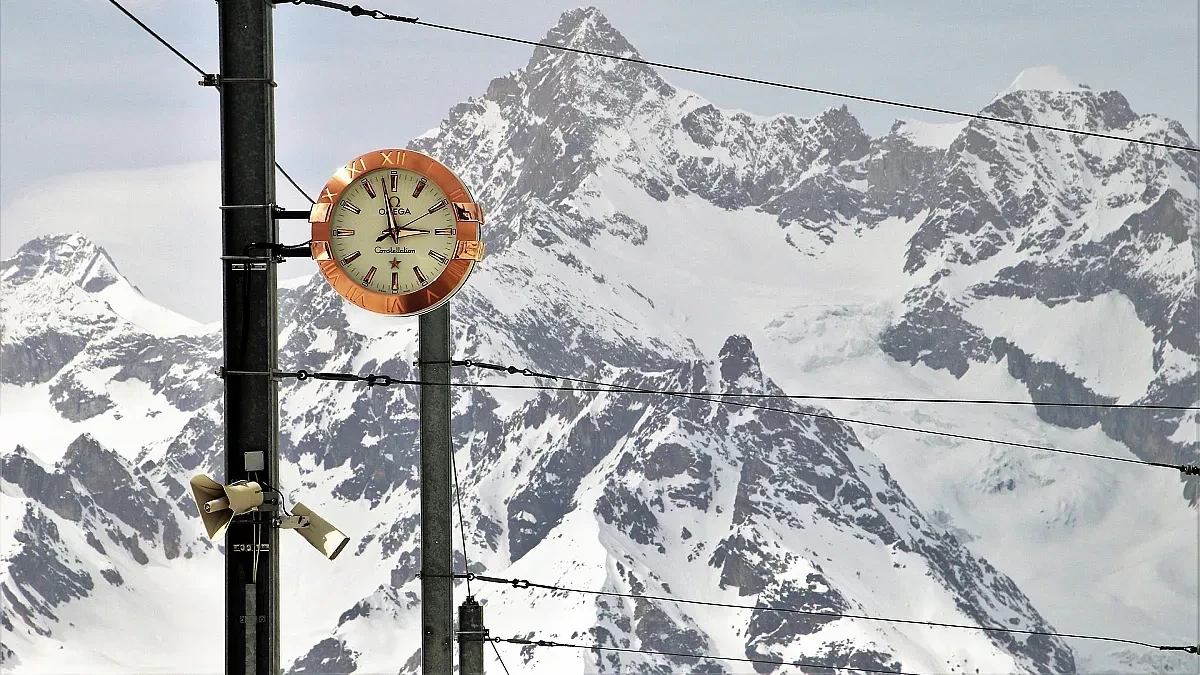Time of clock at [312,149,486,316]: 2:58
